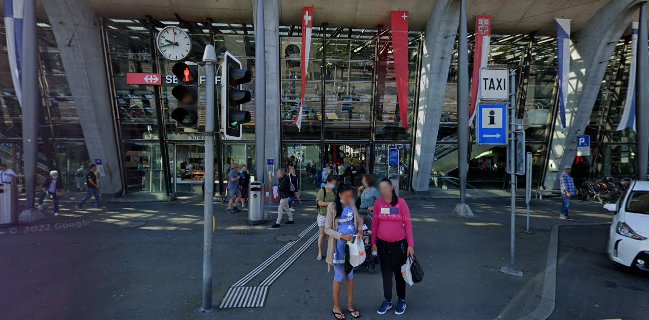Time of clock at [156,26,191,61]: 9:43
